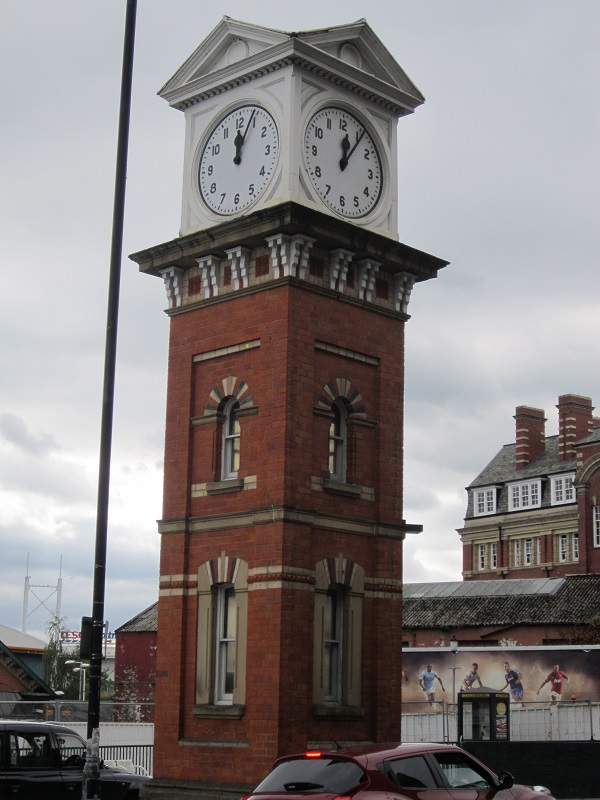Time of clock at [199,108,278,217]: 12:03
